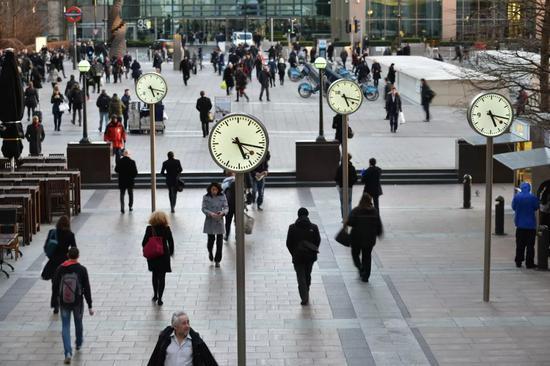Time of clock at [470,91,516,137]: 5:17
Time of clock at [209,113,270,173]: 5:17
